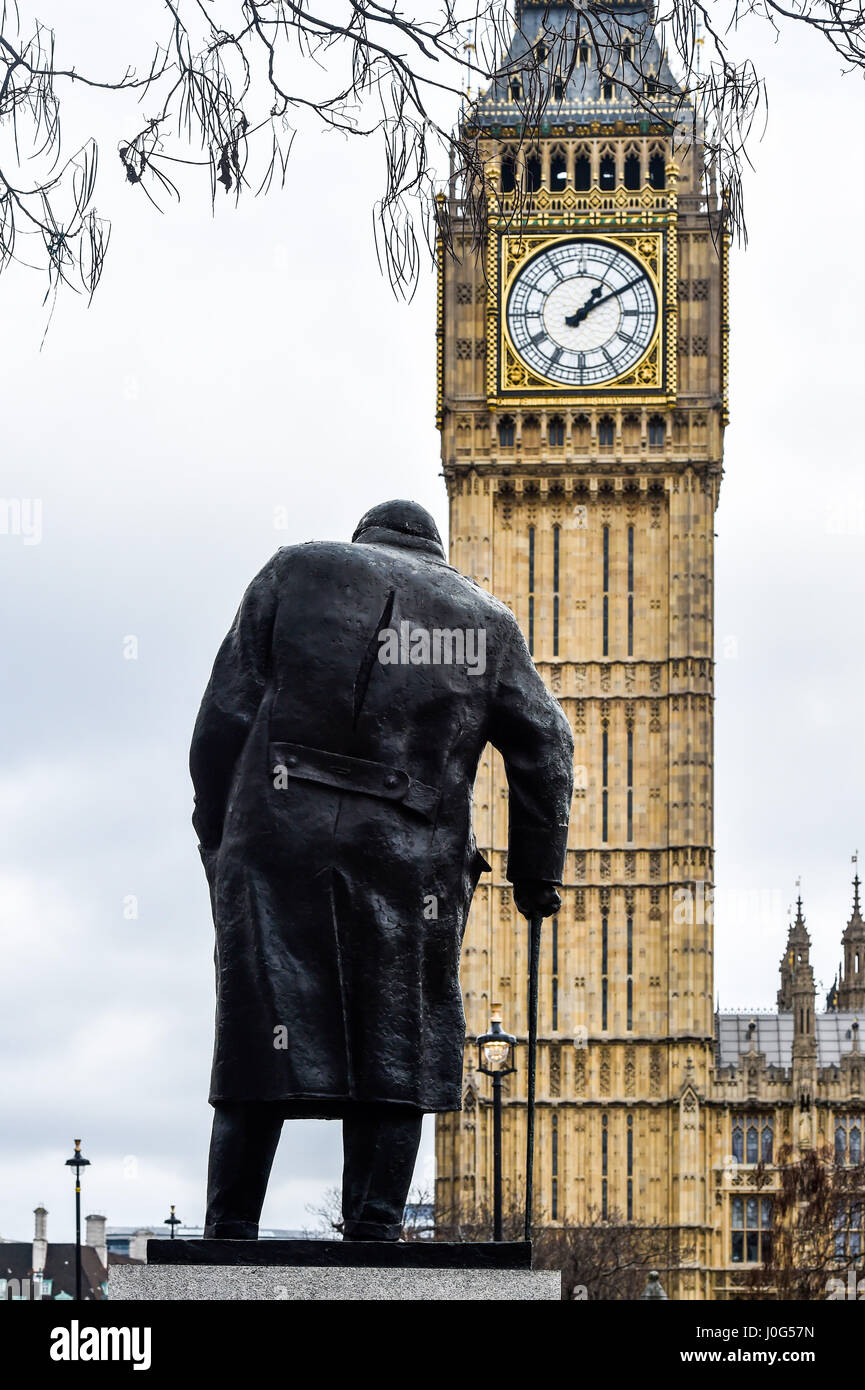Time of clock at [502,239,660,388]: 1:09
